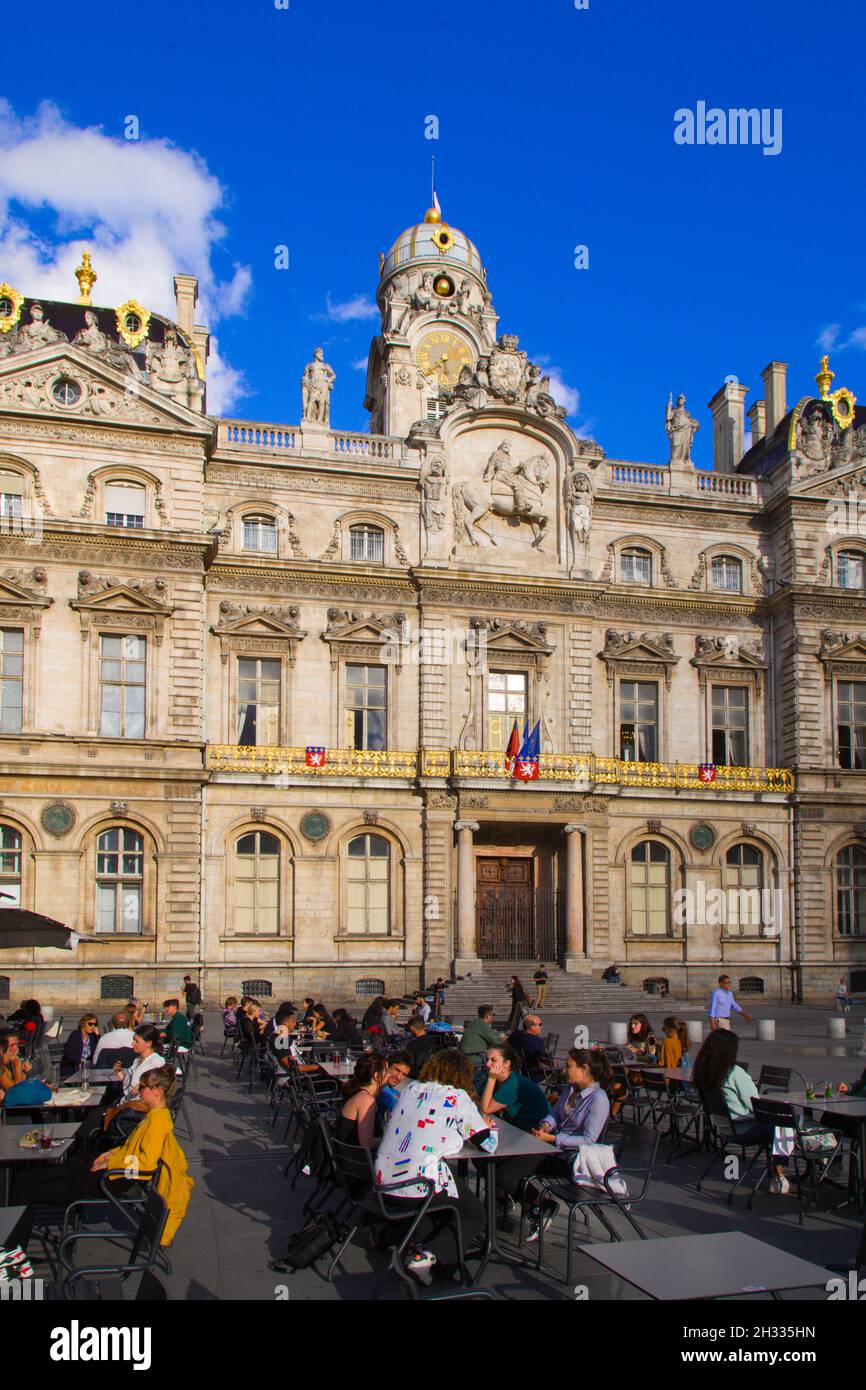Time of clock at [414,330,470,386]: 5:38
